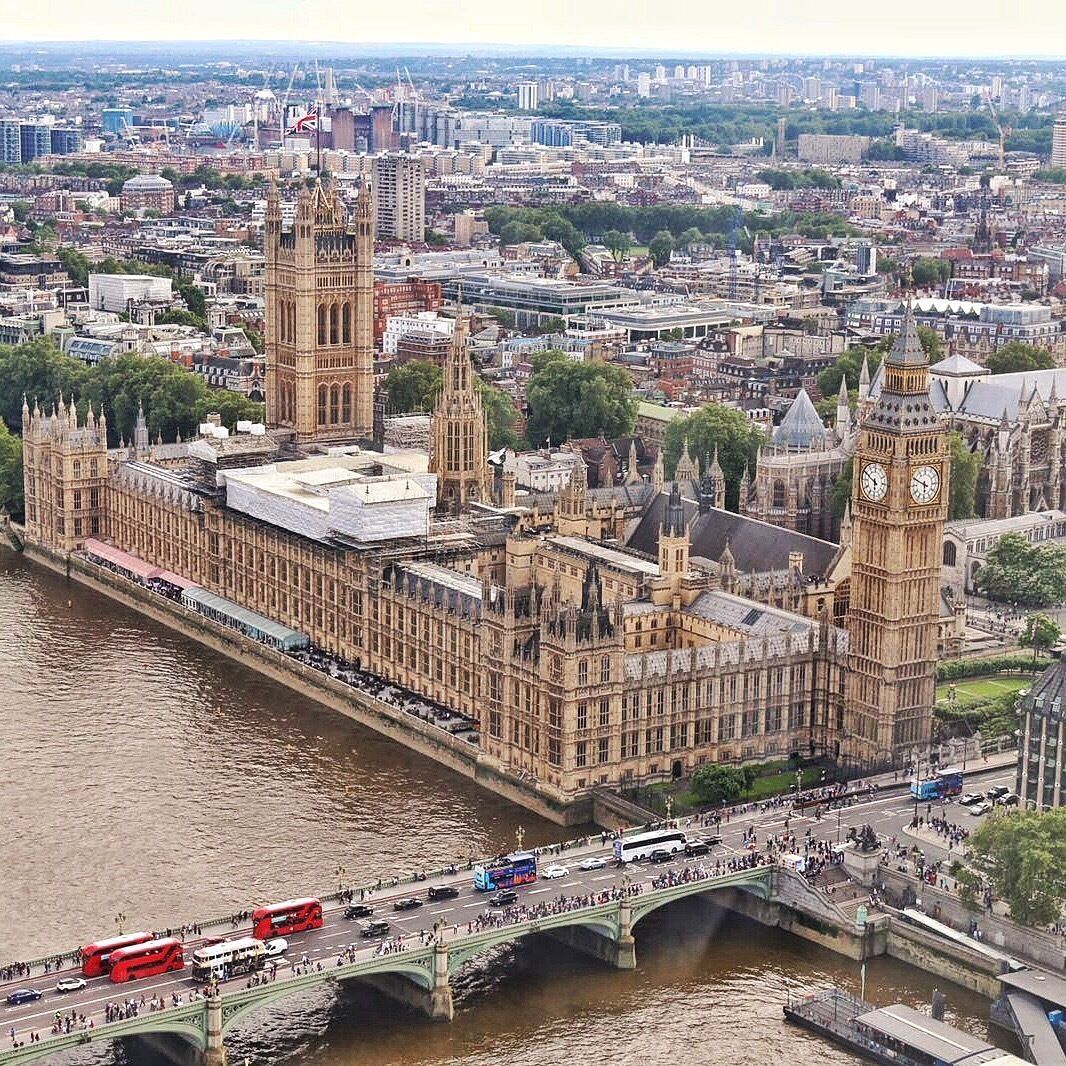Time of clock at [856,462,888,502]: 5:49
